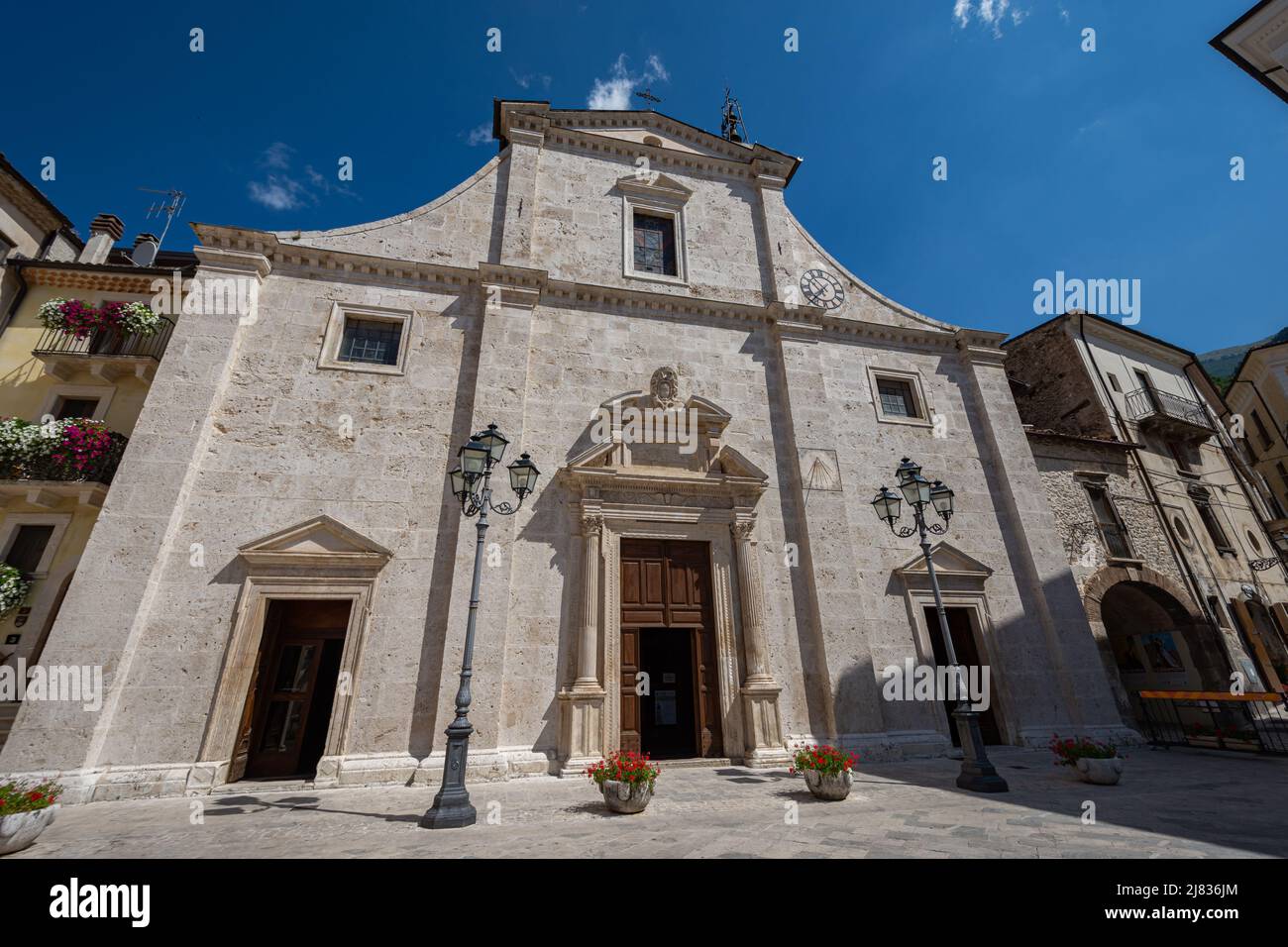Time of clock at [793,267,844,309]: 10:36
